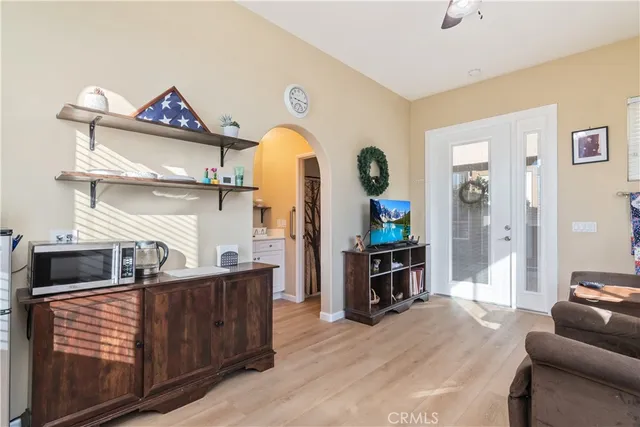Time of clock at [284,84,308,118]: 9:16
